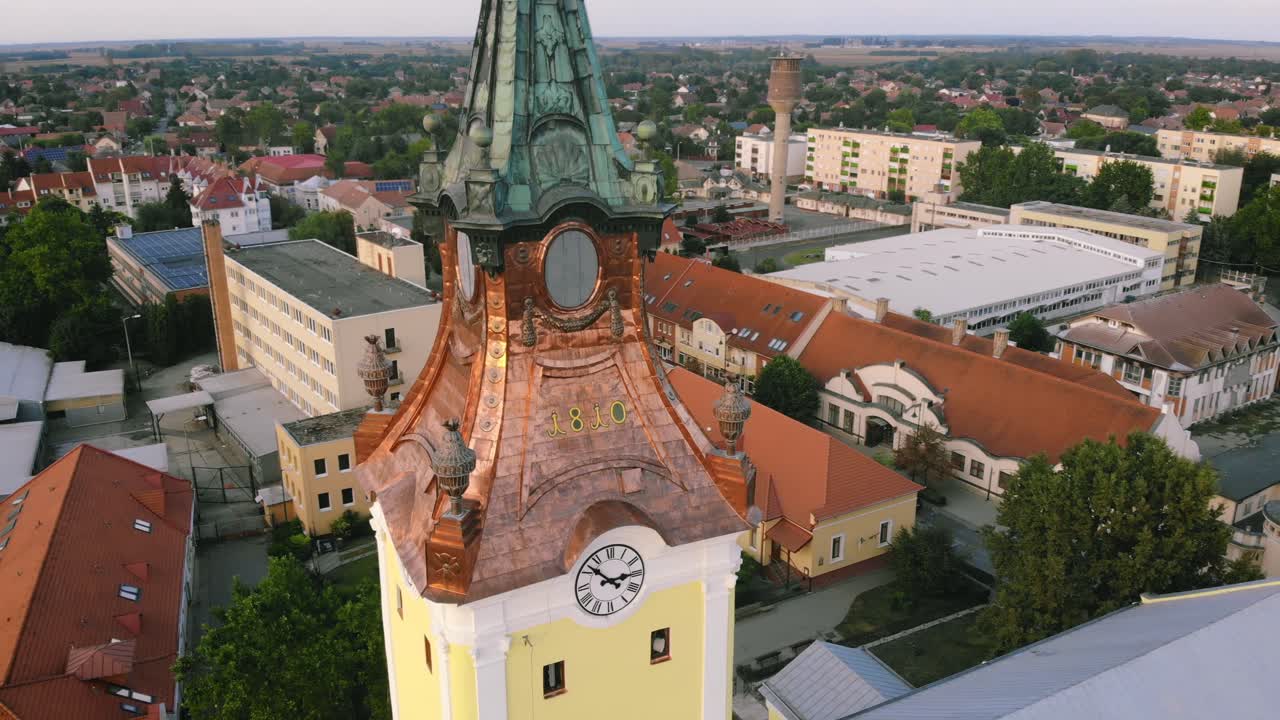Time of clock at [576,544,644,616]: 2:52
